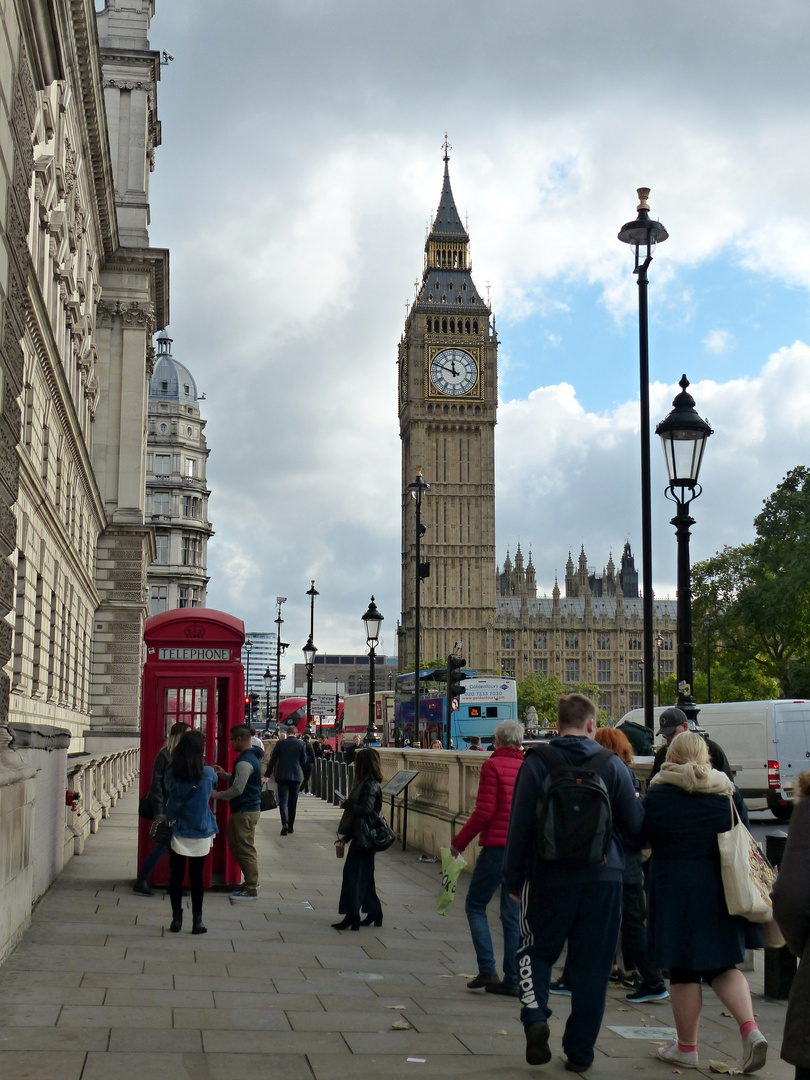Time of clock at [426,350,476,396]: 11:48
